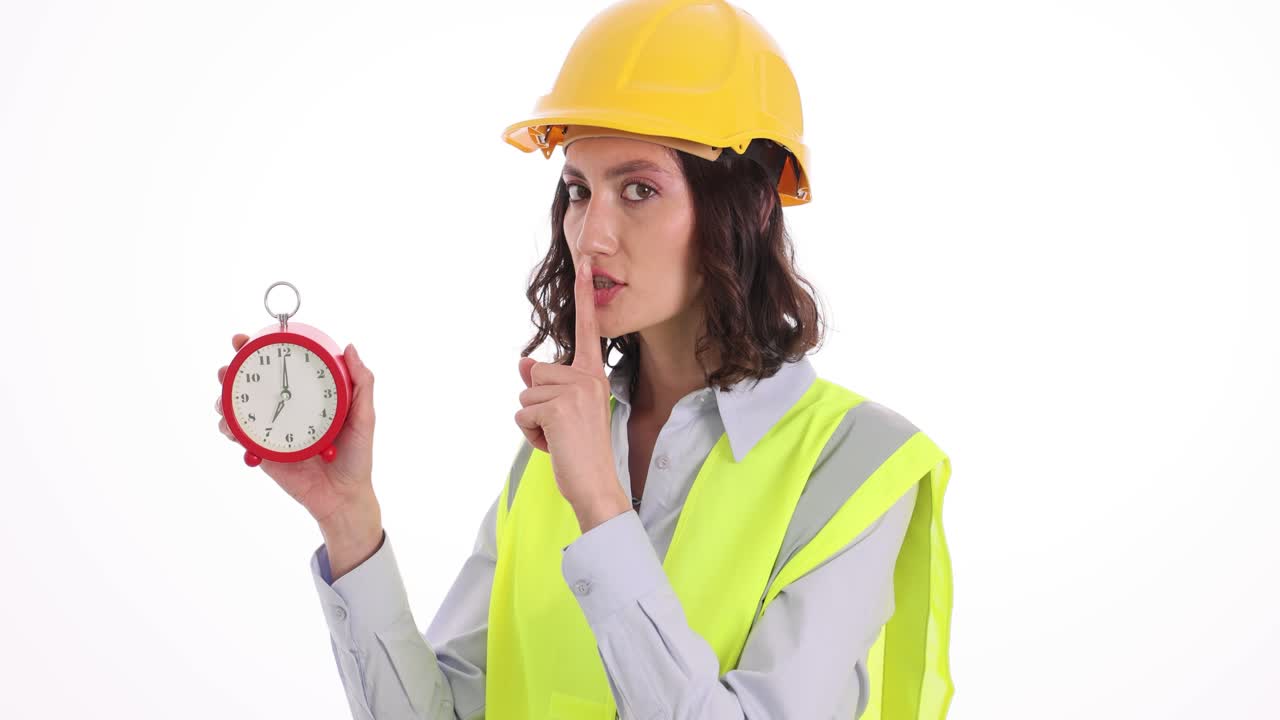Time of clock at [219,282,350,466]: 7:00
